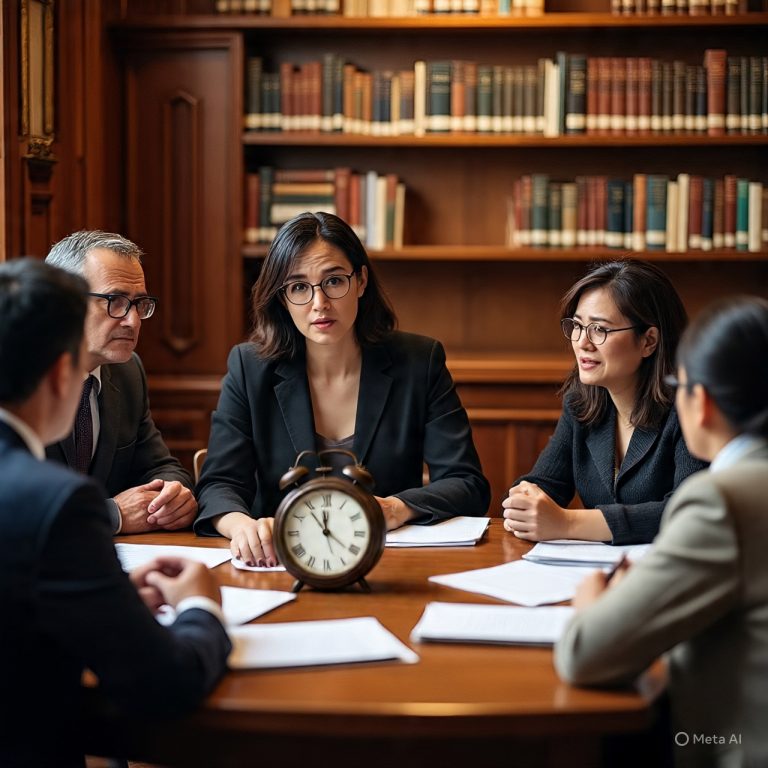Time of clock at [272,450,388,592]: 11:54
